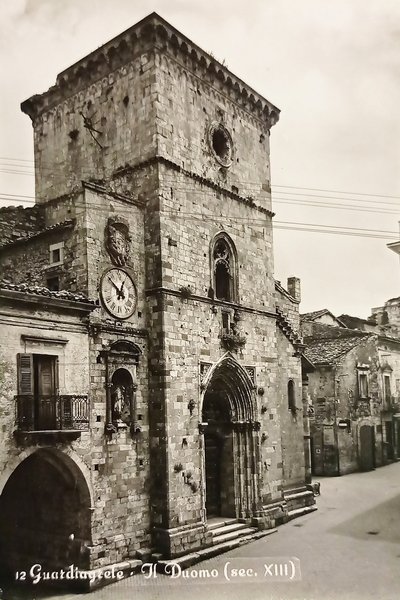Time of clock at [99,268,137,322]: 12:52
